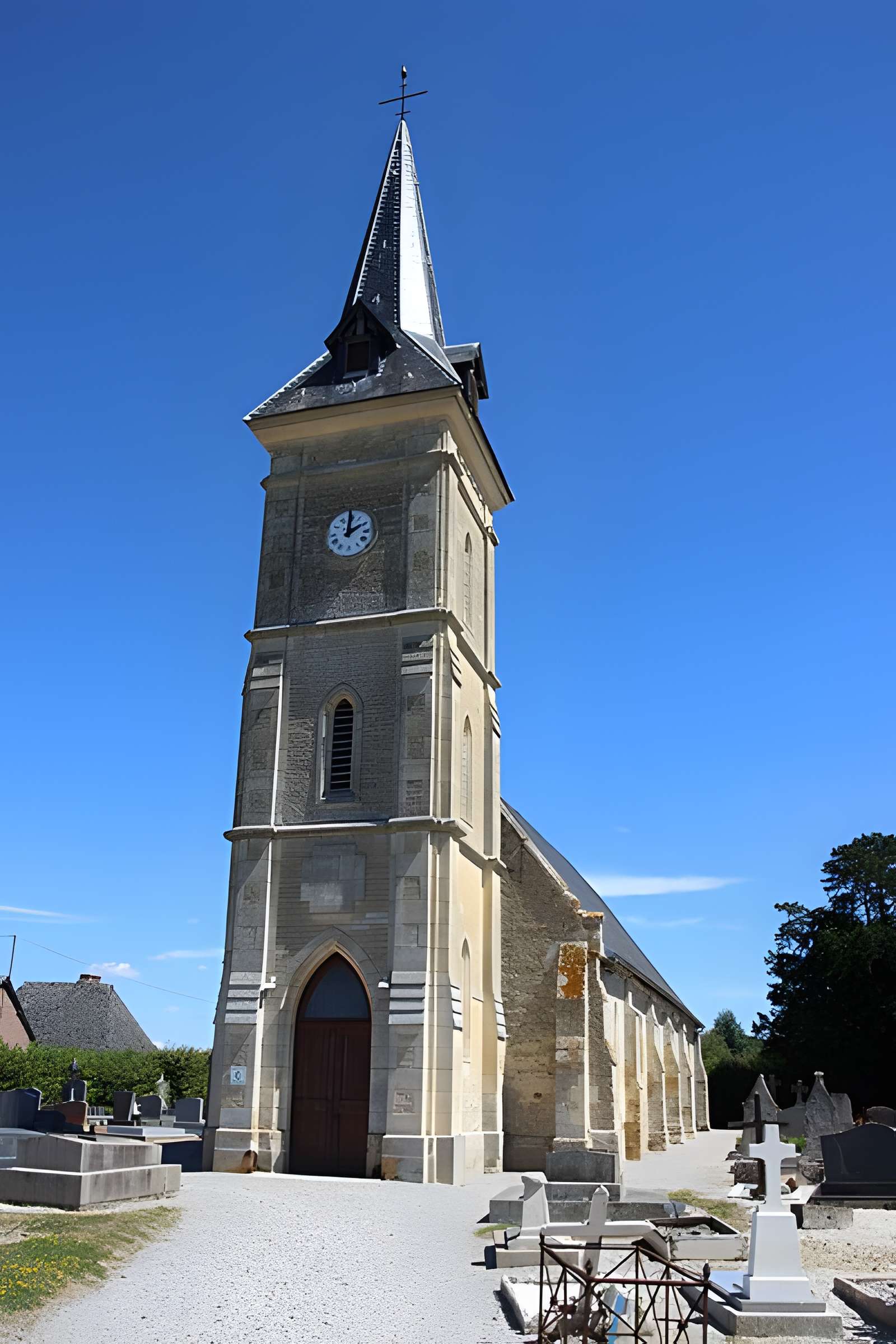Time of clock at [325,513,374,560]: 2:00
